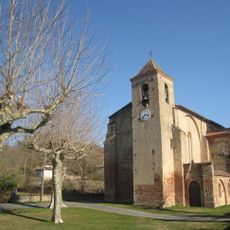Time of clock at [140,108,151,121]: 3:37
